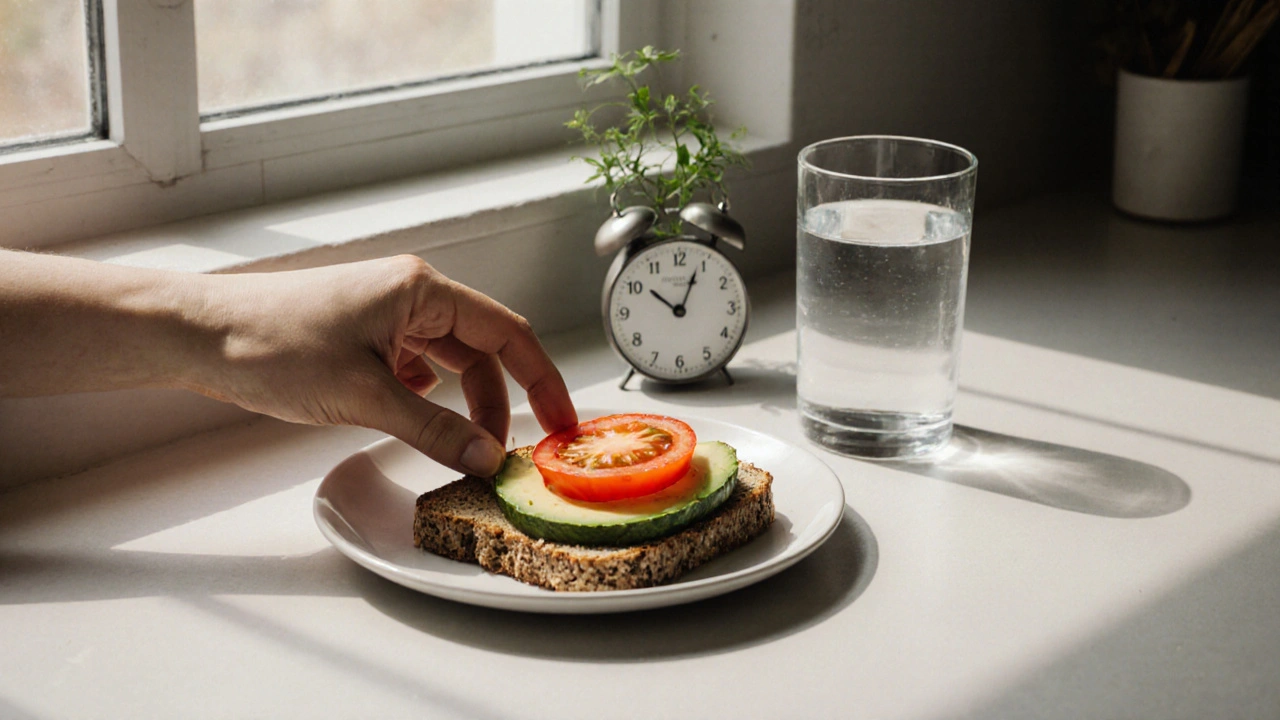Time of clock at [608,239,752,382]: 10:03
